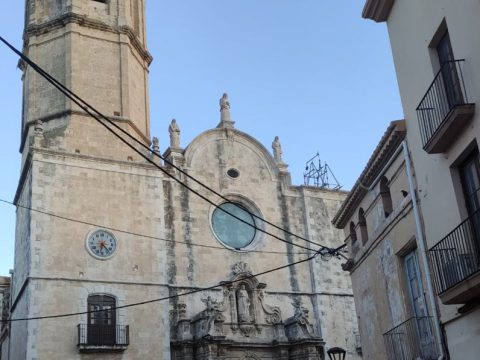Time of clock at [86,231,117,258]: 6:22
